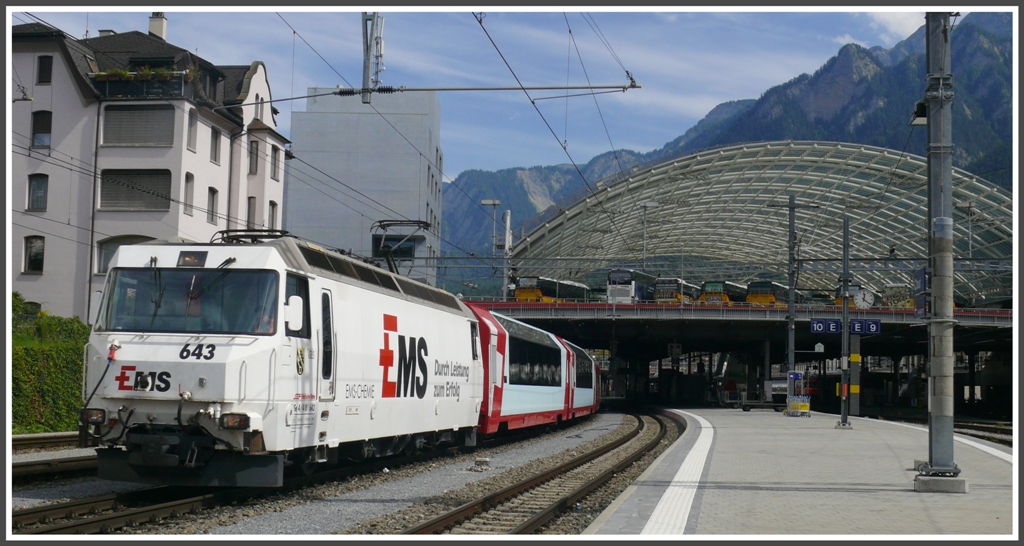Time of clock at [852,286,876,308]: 12:21
